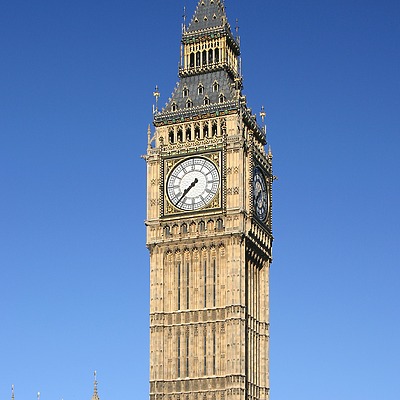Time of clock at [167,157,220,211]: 7:37
